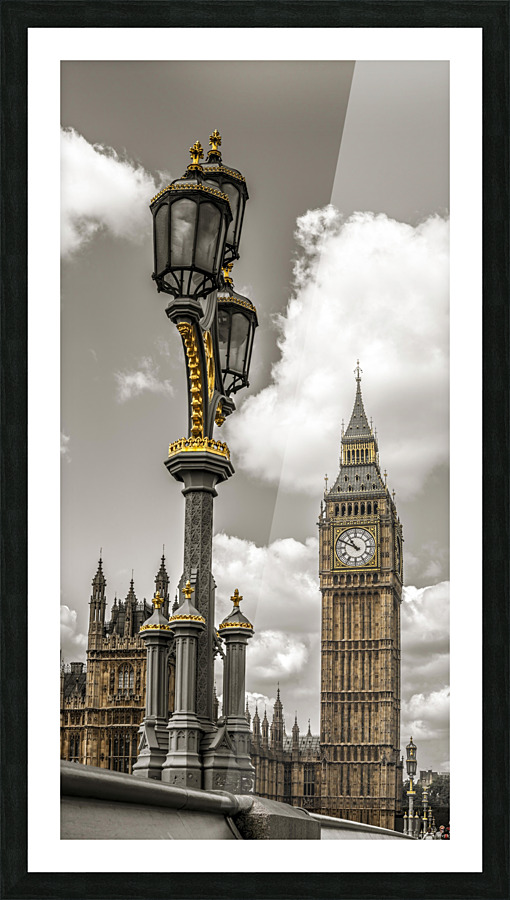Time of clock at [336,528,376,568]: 10:49
